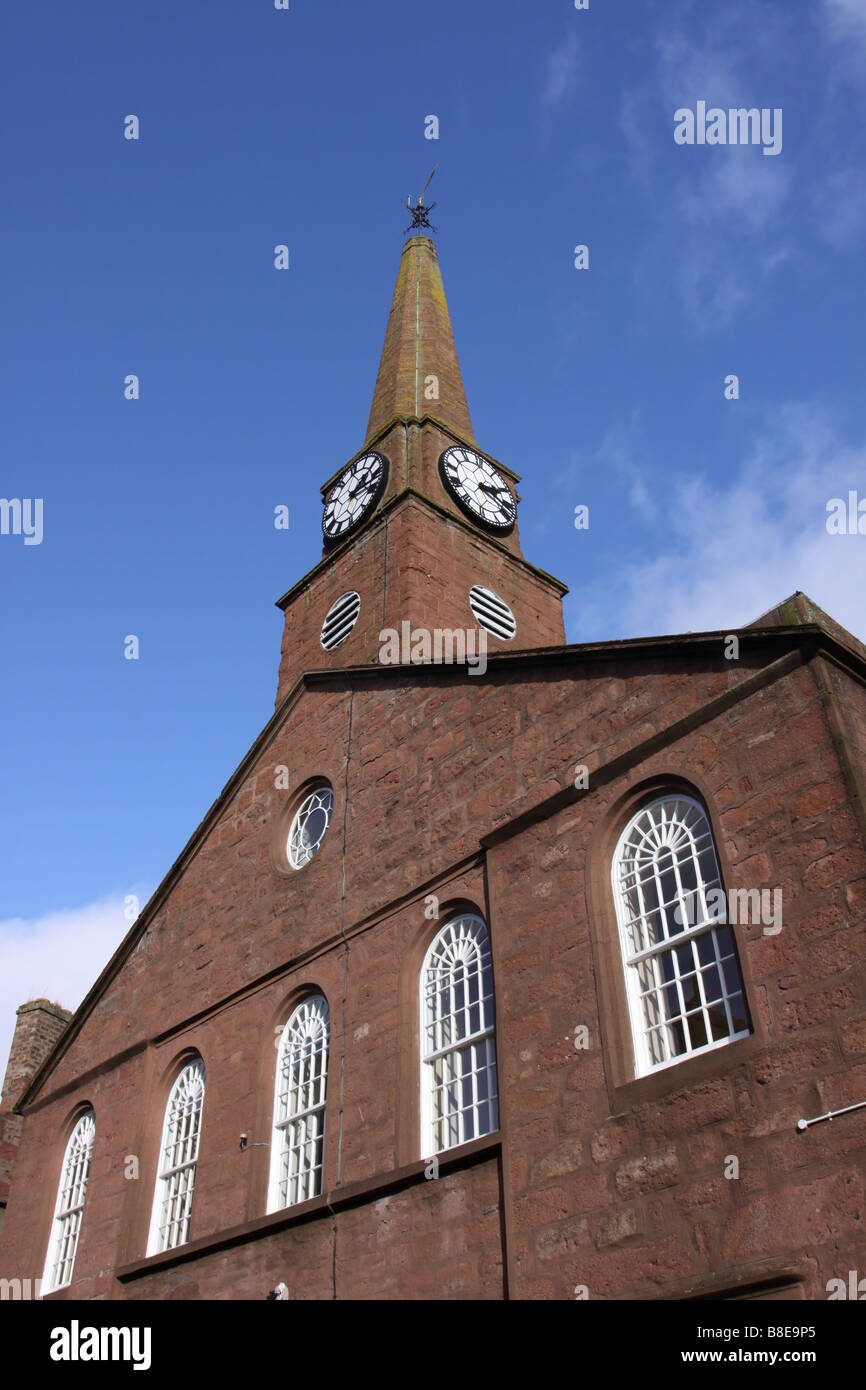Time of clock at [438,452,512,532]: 2:18
